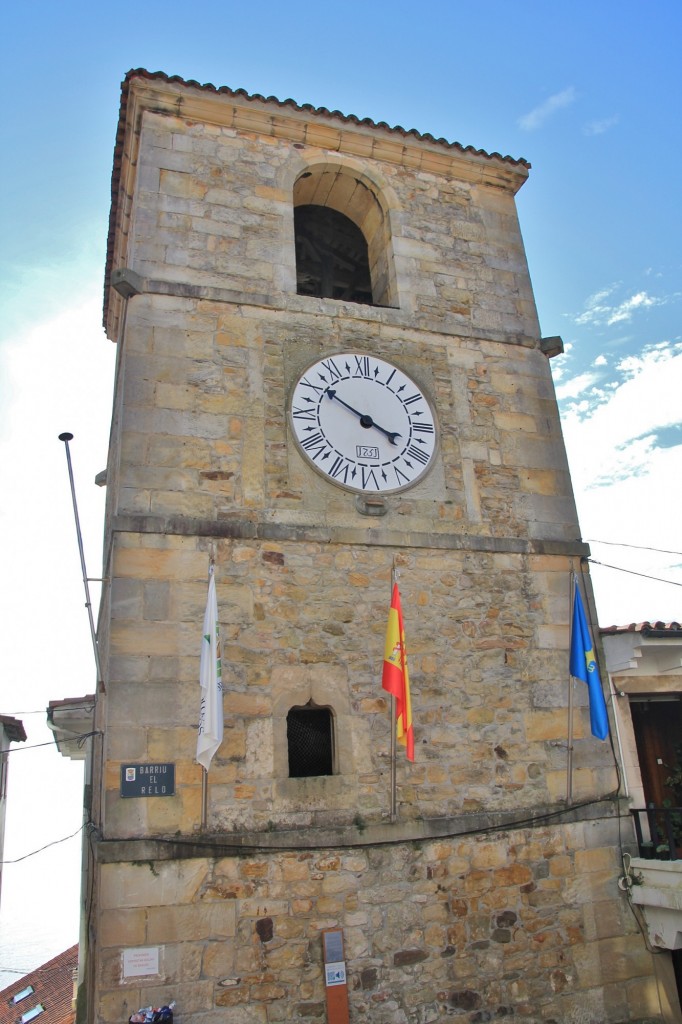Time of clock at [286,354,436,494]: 3:50
